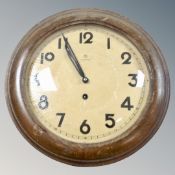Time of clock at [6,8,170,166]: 10:55
